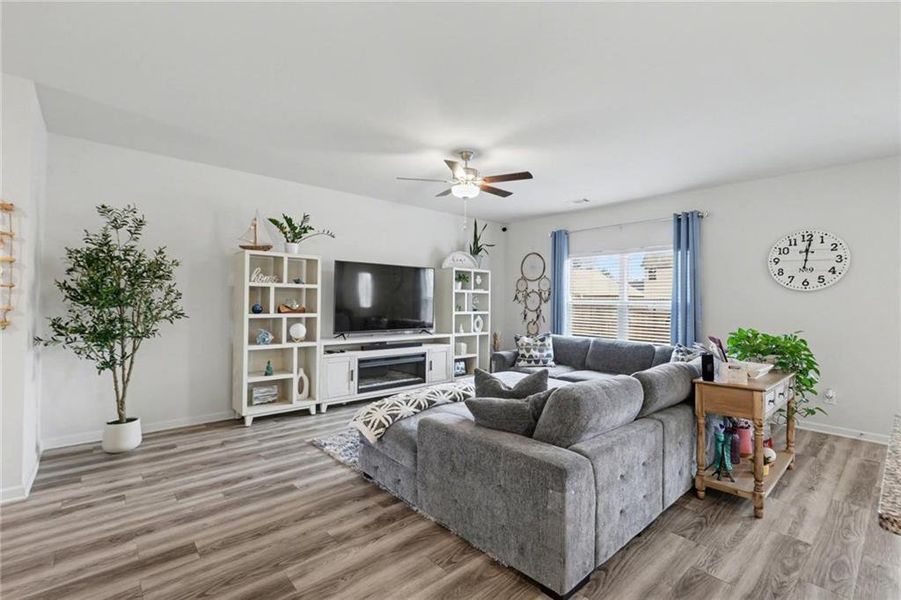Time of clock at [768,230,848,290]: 12:01
